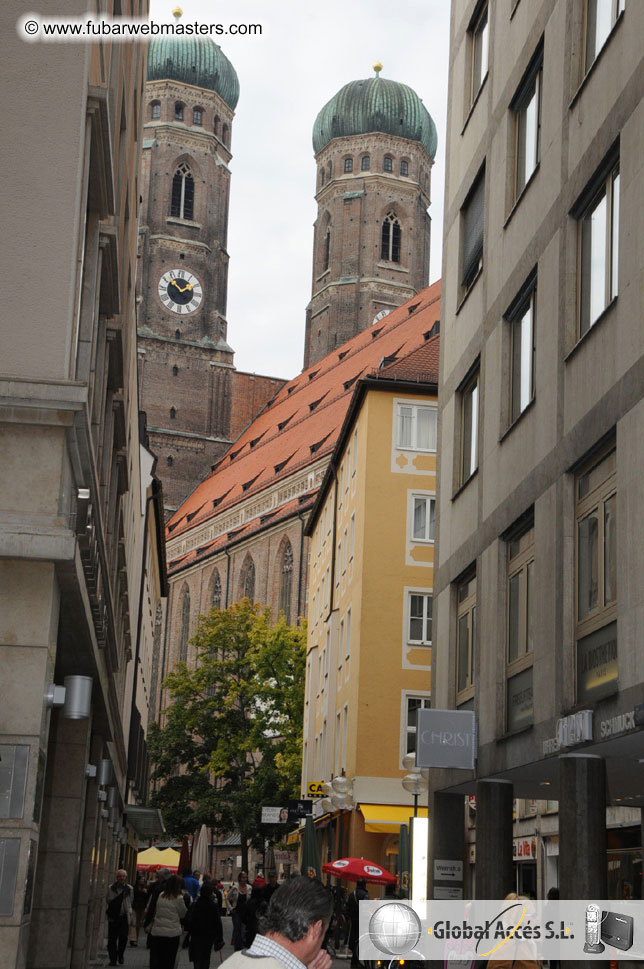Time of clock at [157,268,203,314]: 1:52
